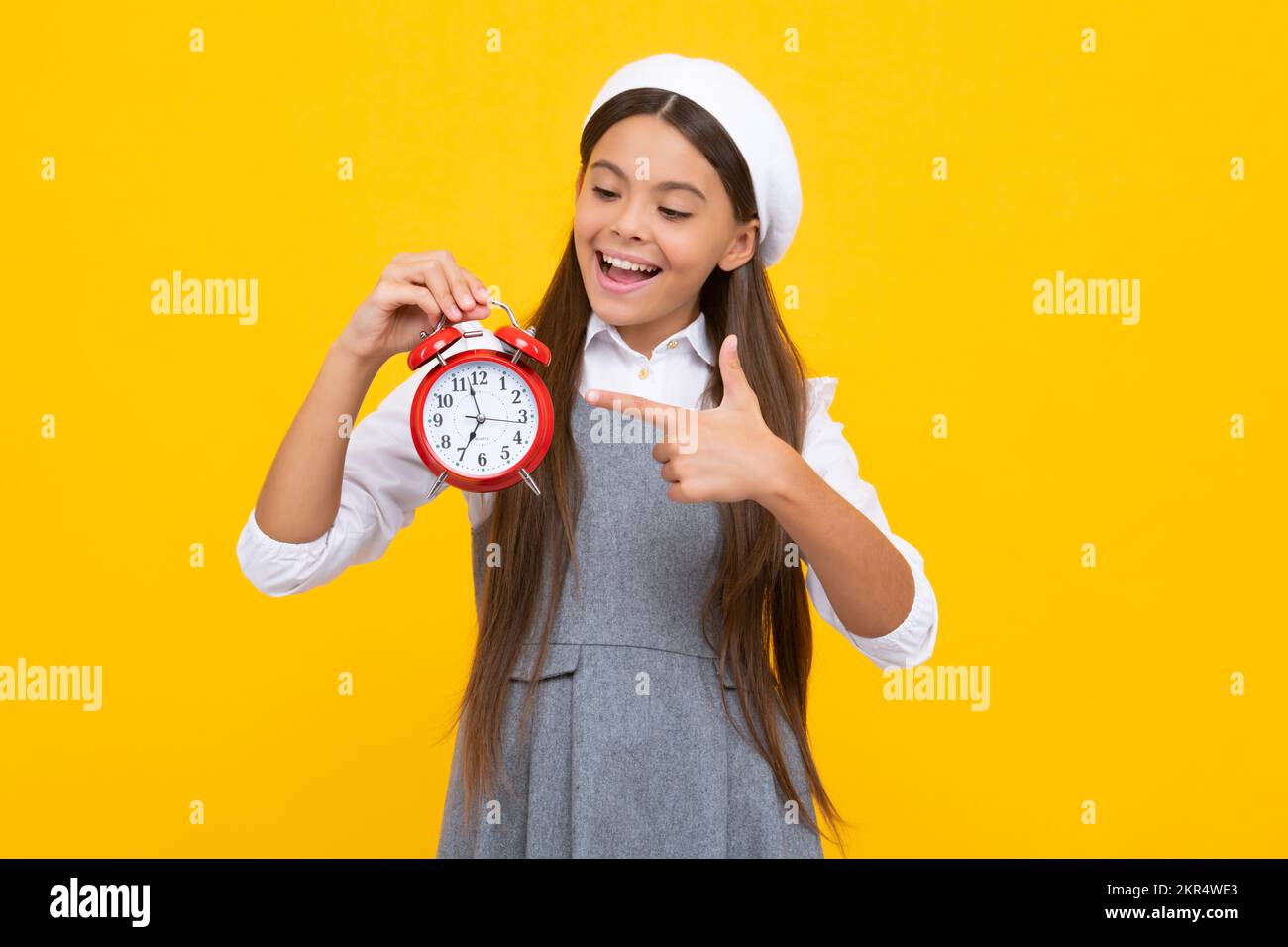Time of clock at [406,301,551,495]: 6:57
